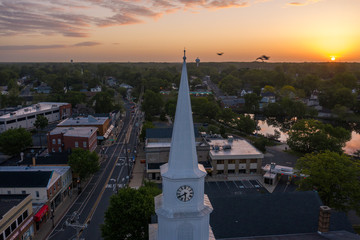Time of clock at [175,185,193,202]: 5:40
